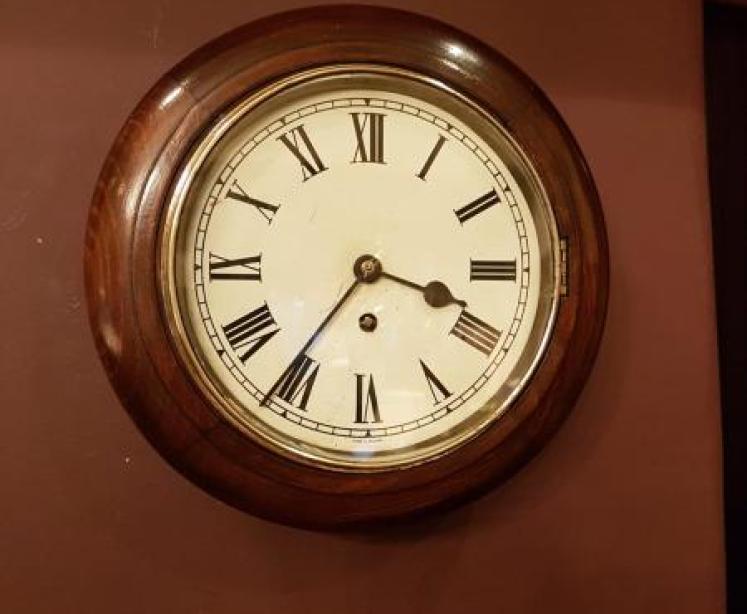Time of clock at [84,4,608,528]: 3:36
